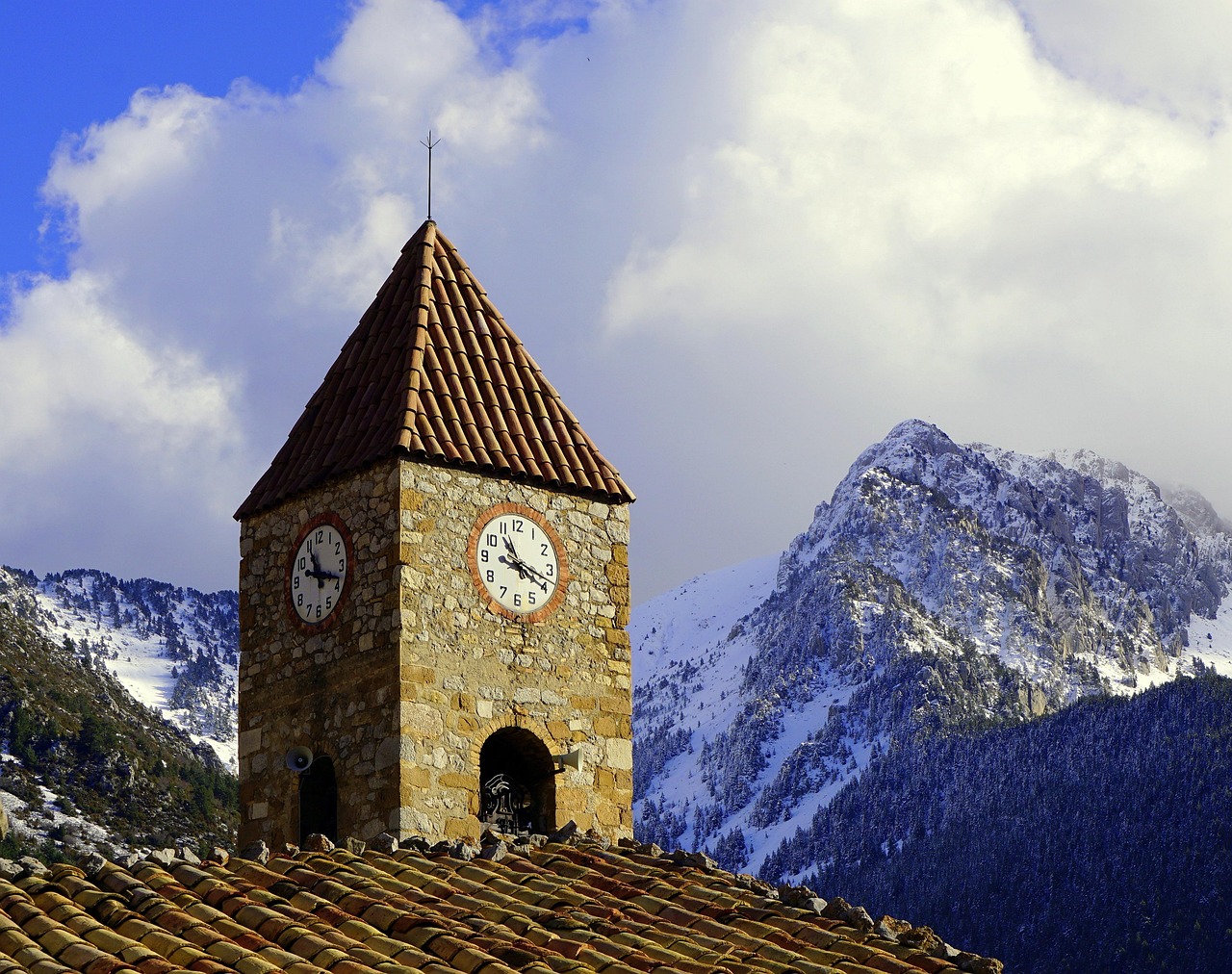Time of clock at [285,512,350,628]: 11:18
